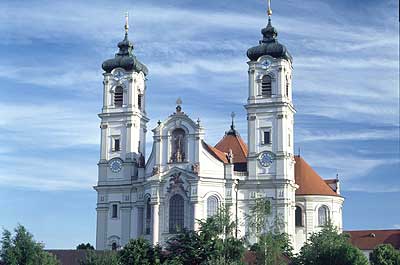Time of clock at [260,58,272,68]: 7:59
